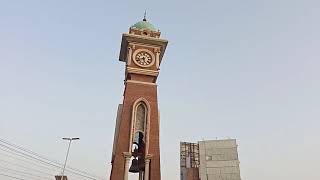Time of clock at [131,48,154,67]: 5:41
